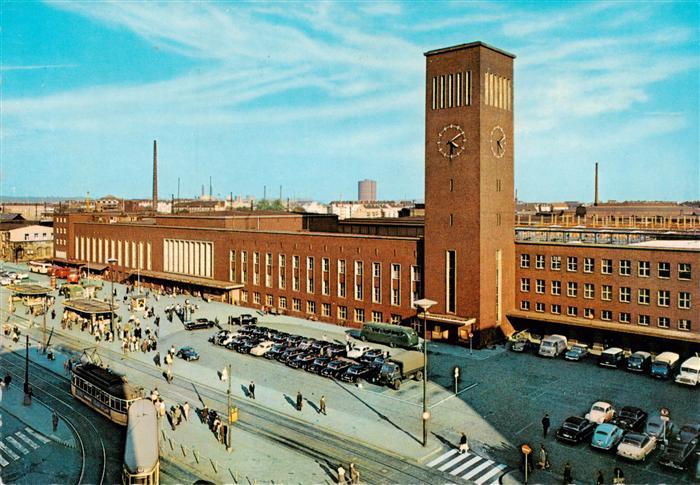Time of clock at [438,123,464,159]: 4:09
